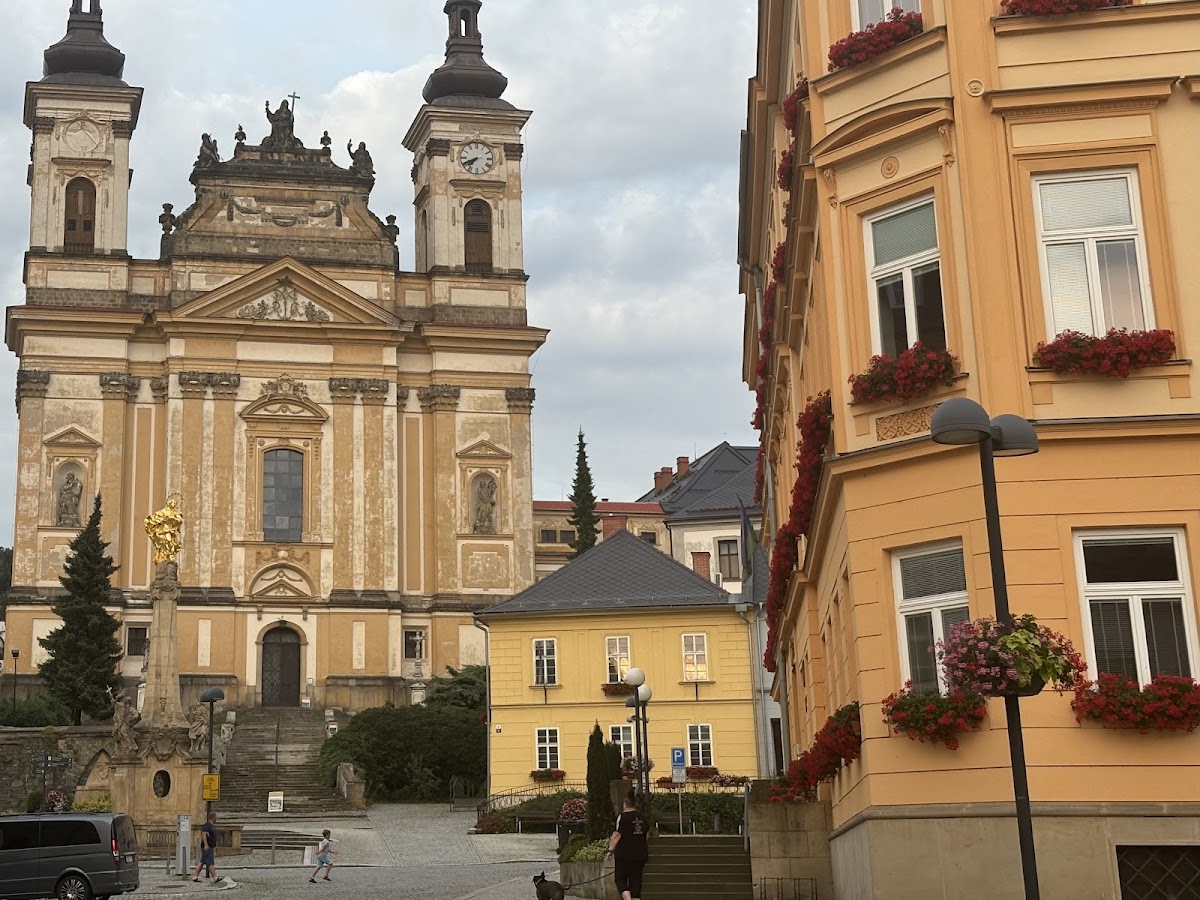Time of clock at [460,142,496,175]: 7:40
